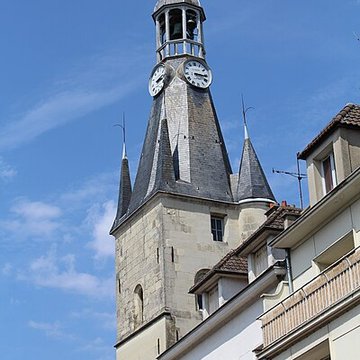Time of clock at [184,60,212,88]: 3:16
